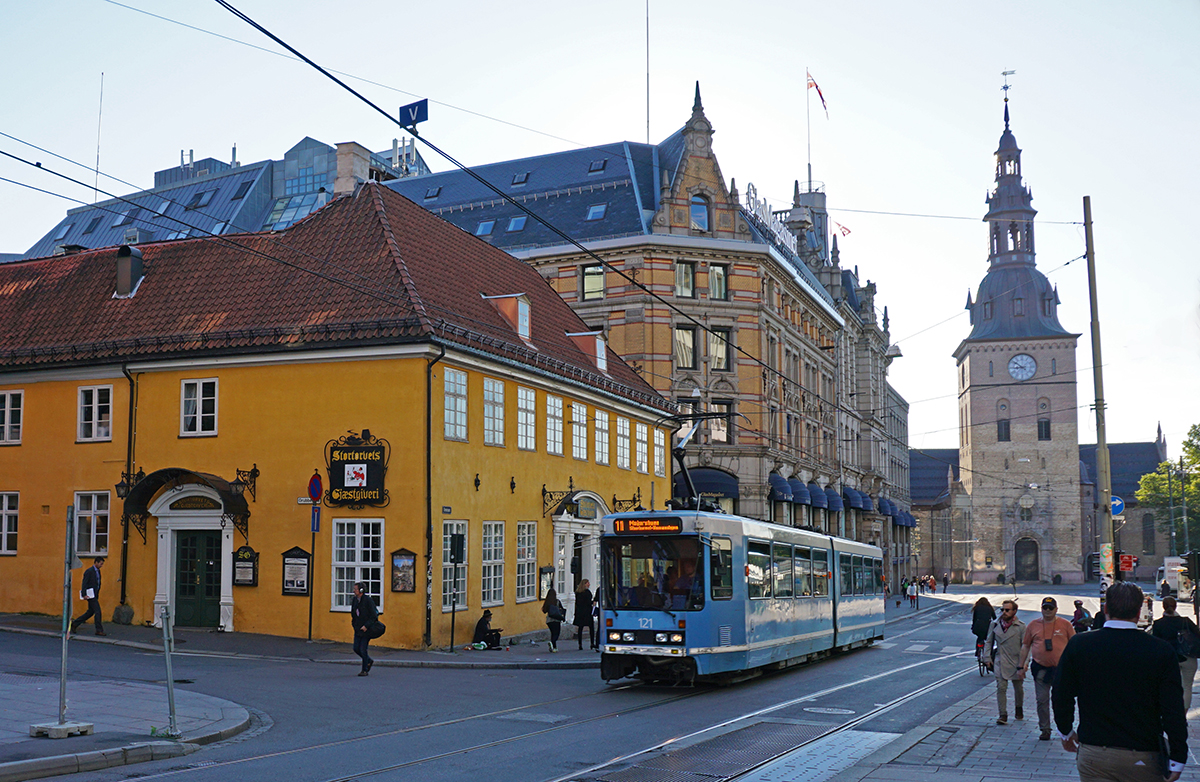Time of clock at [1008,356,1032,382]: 8:51
